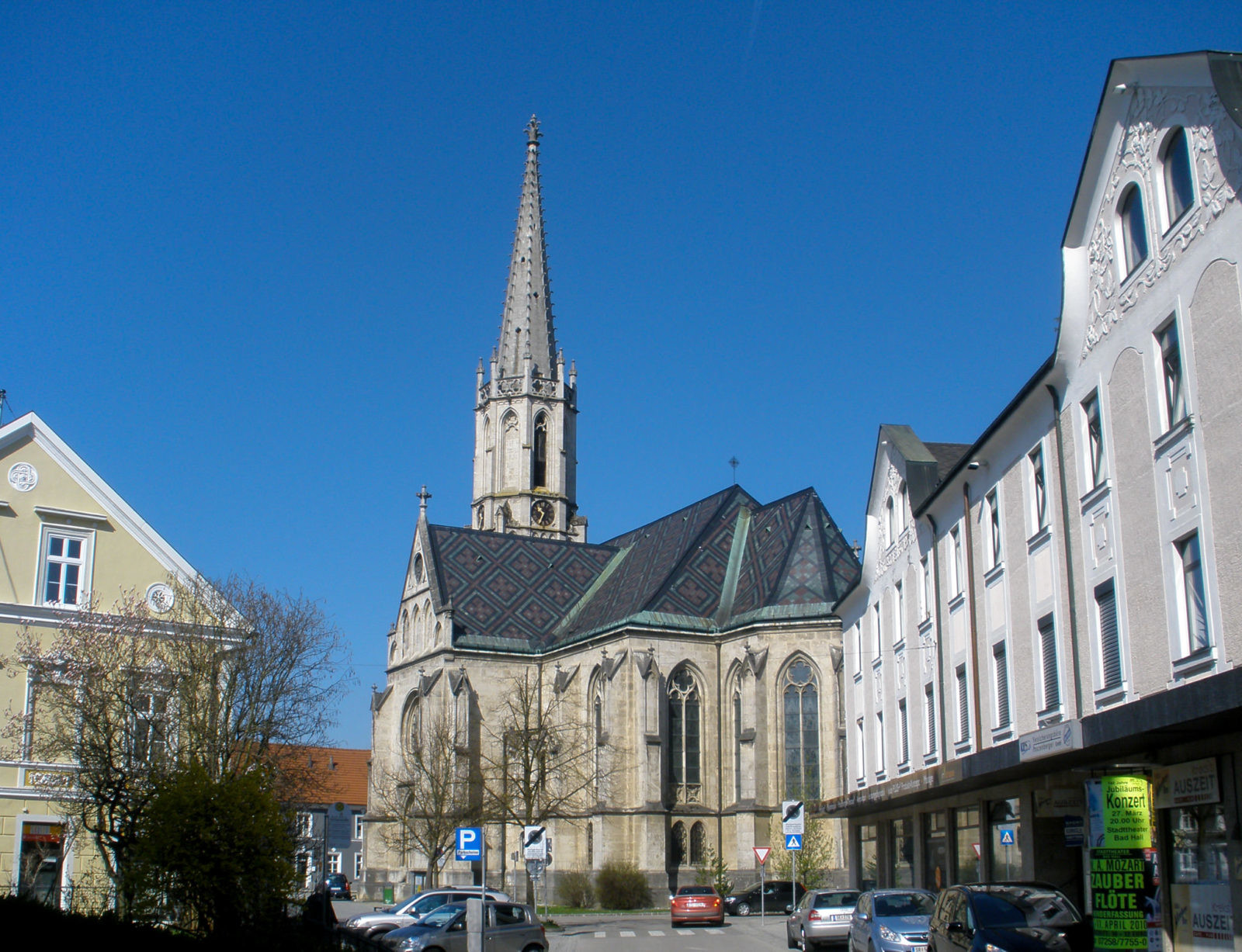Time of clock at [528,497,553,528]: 10:34
